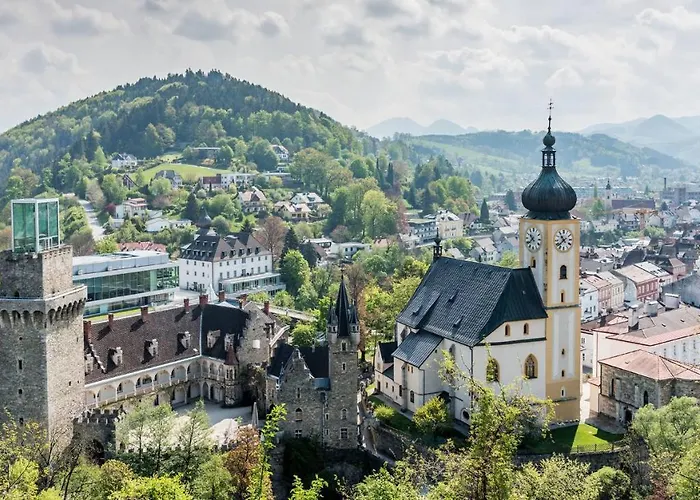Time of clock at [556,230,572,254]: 10:38
